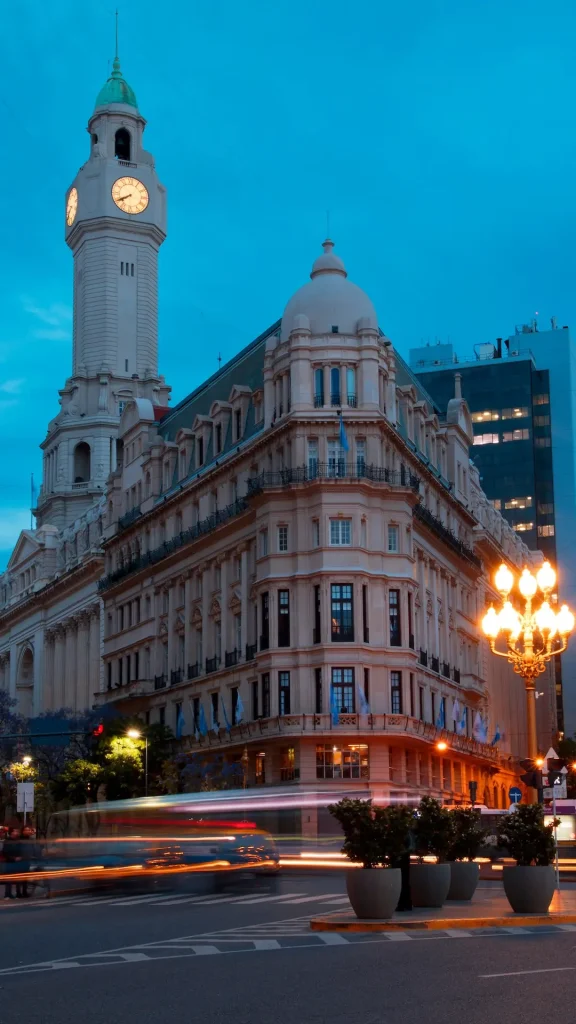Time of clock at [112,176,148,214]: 7:40
